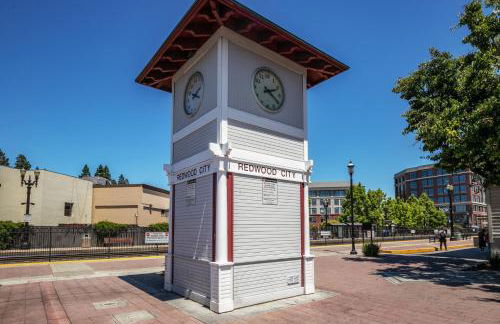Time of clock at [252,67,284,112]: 2:21
